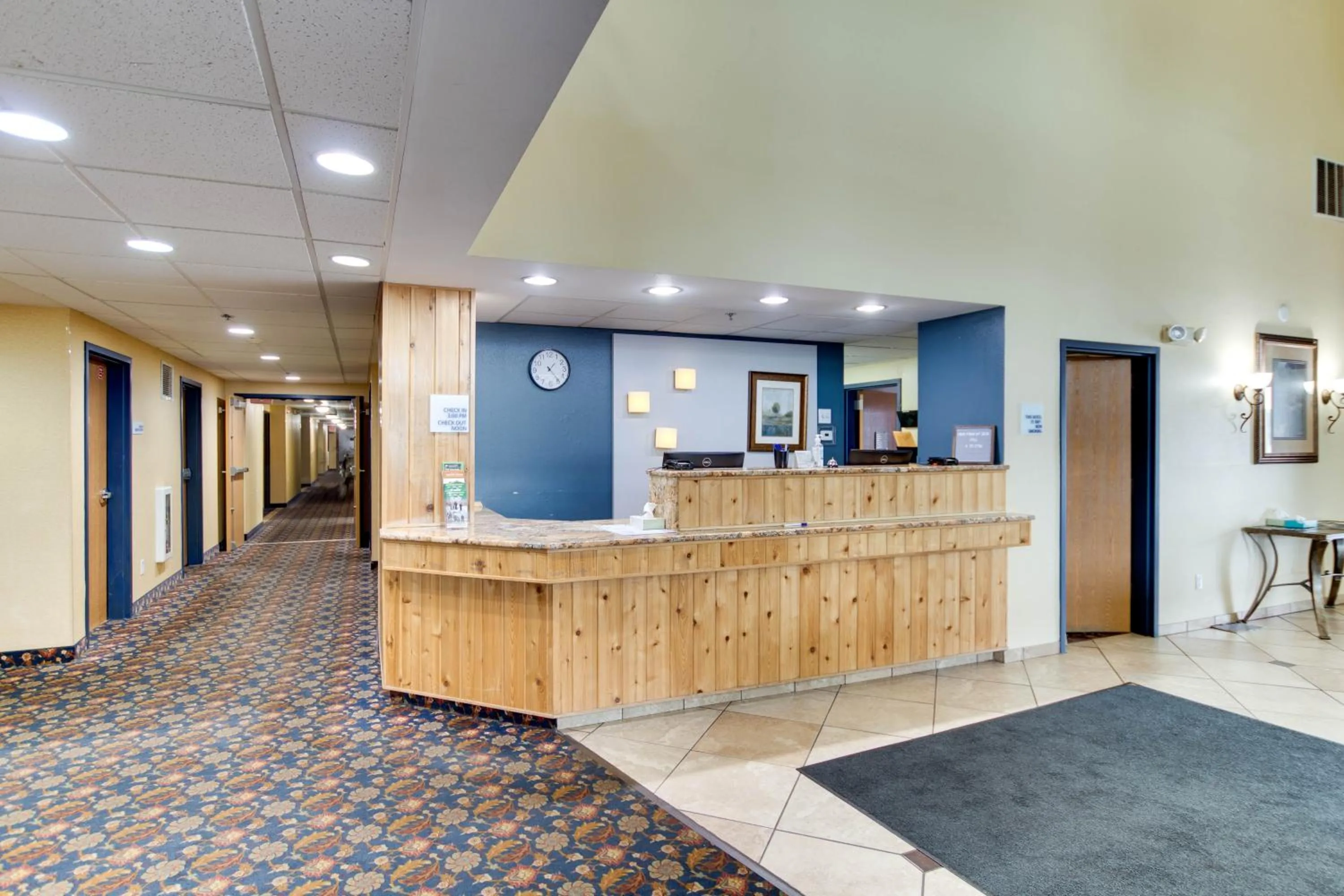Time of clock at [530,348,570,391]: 1:23
